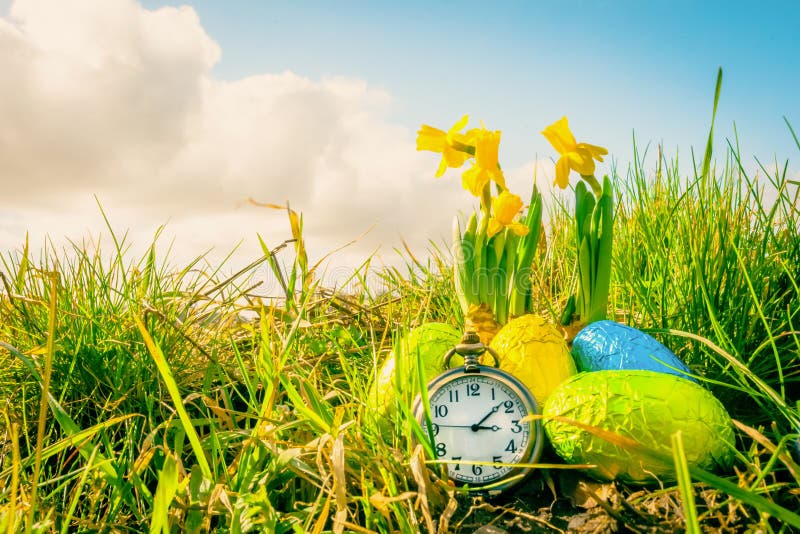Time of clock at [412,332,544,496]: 3:08
